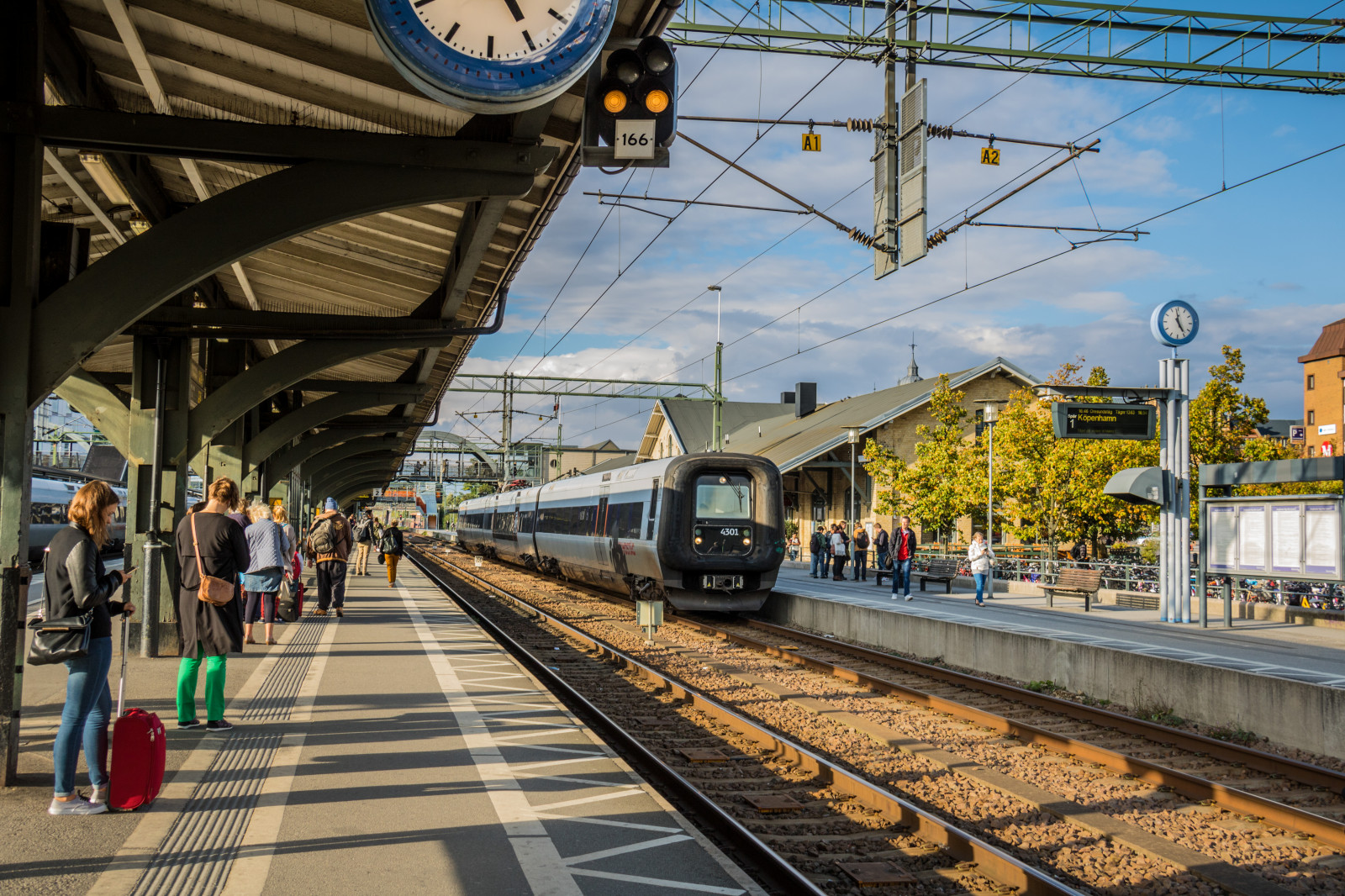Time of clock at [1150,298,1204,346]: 4:58
